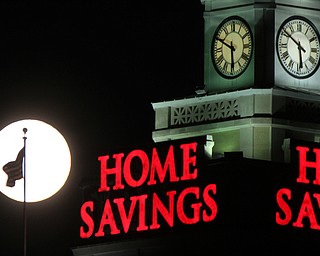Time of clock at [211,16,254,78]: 5:49
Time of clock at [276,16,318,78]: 5:51
